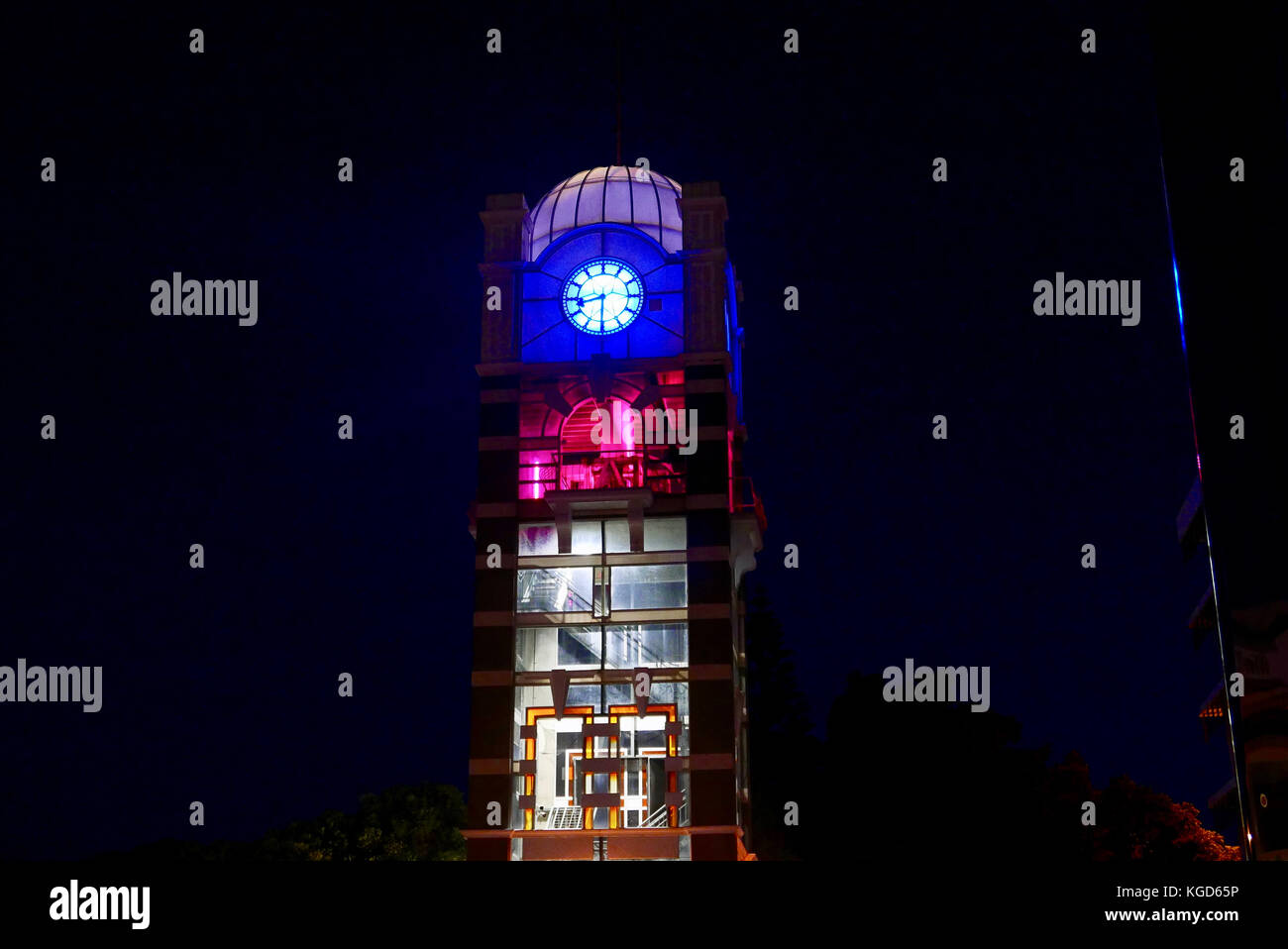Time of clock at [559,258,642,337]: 8:30
